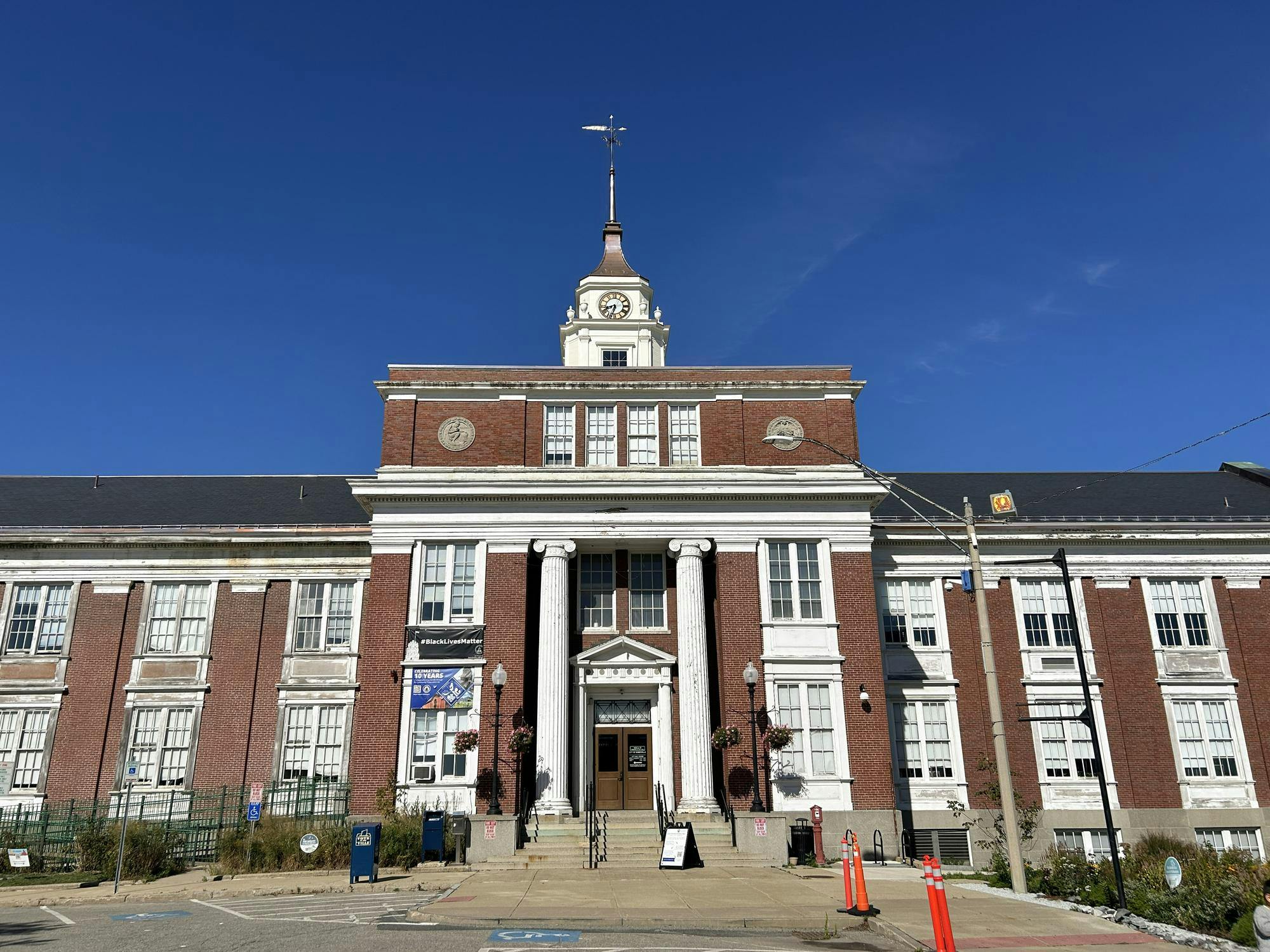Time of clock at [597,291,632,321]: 8:33
